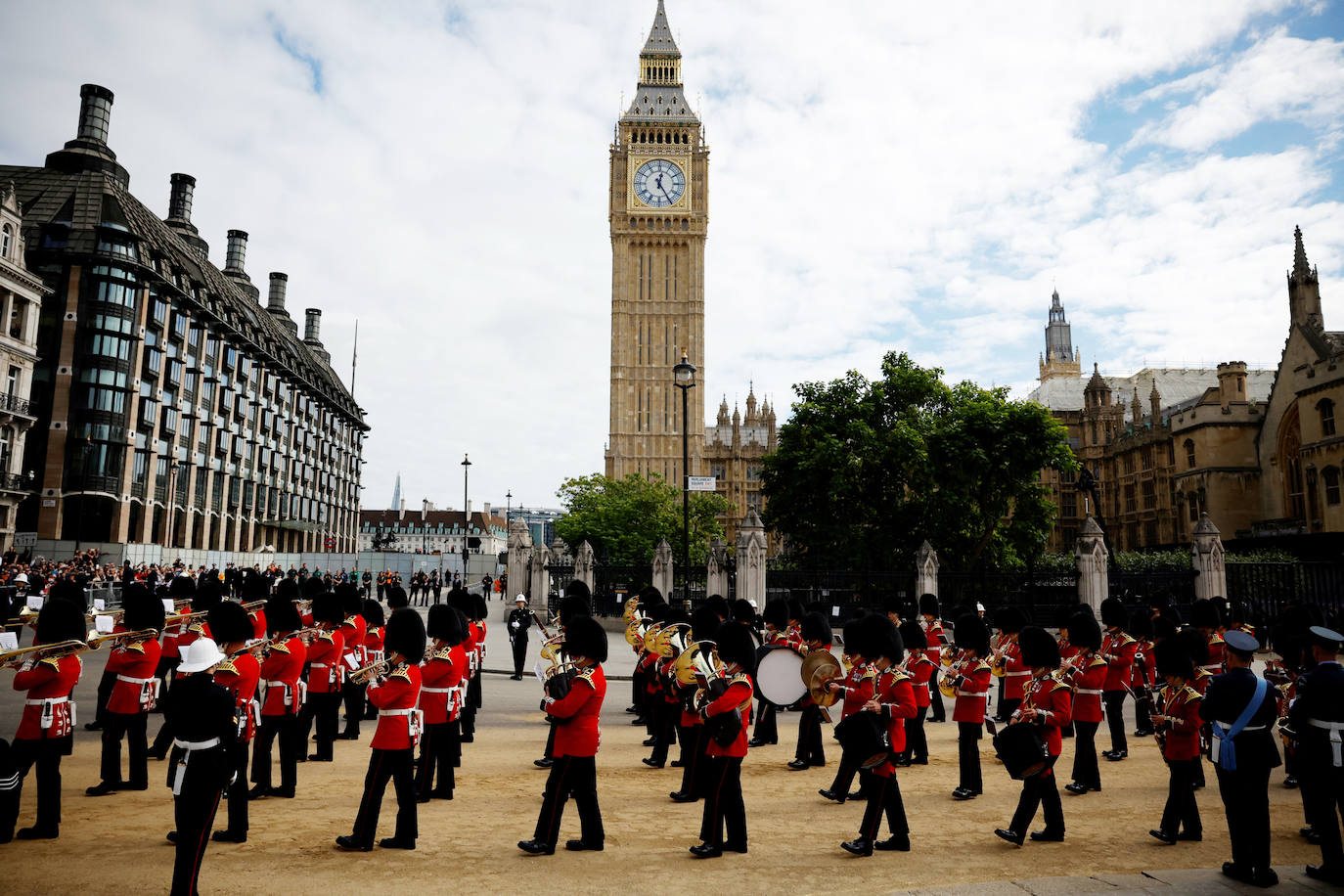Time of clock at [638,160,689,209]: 12:24
